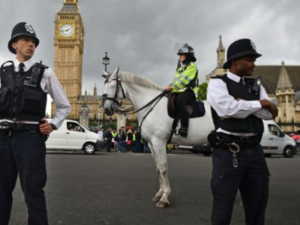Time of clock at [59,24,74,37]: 1:43
